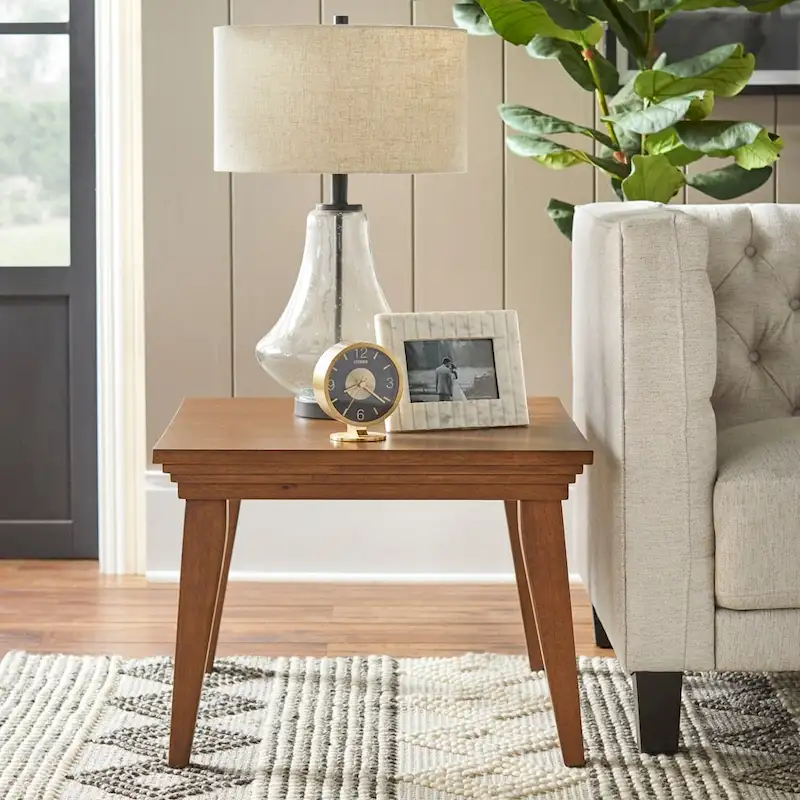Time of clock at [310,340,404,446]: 8:21
